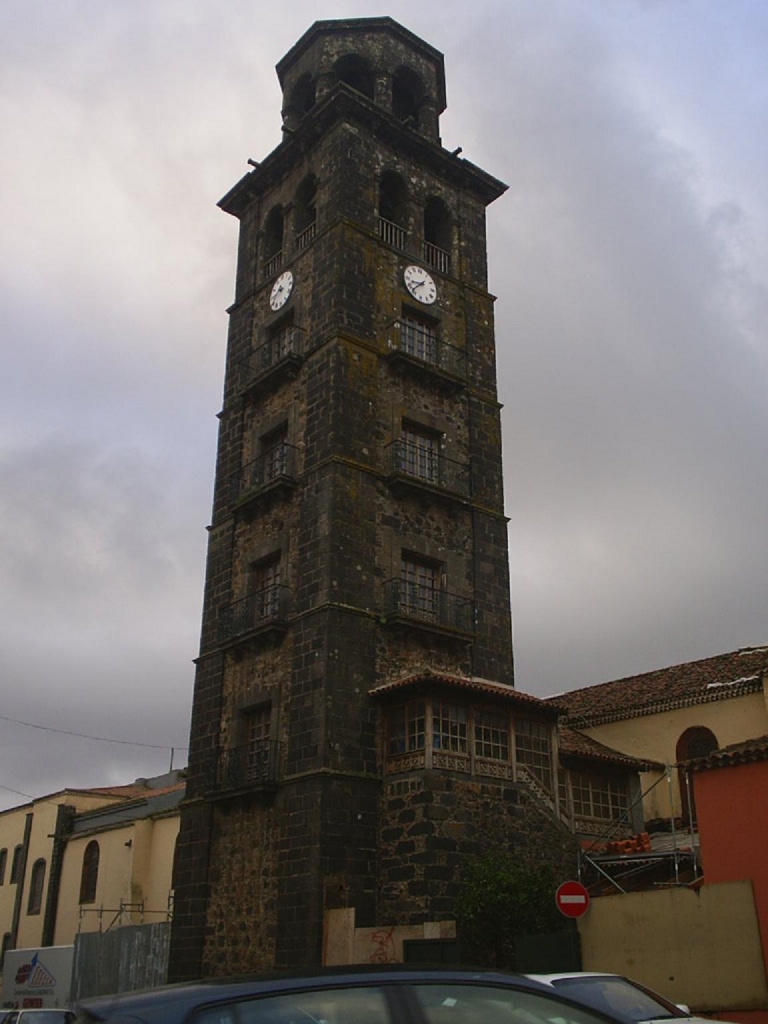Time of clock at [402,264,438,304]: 8:37
